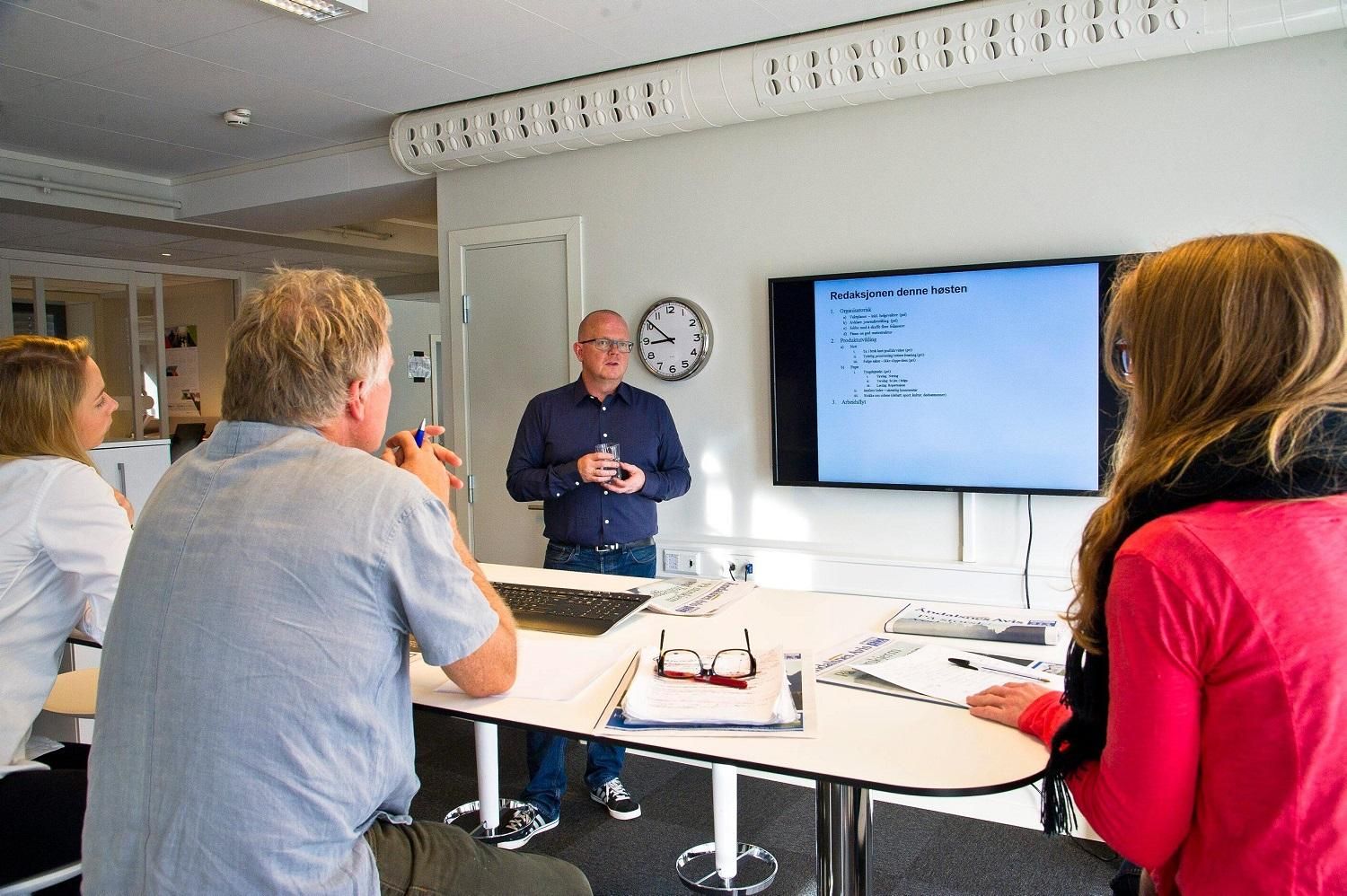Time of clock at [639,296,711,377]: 8:51
